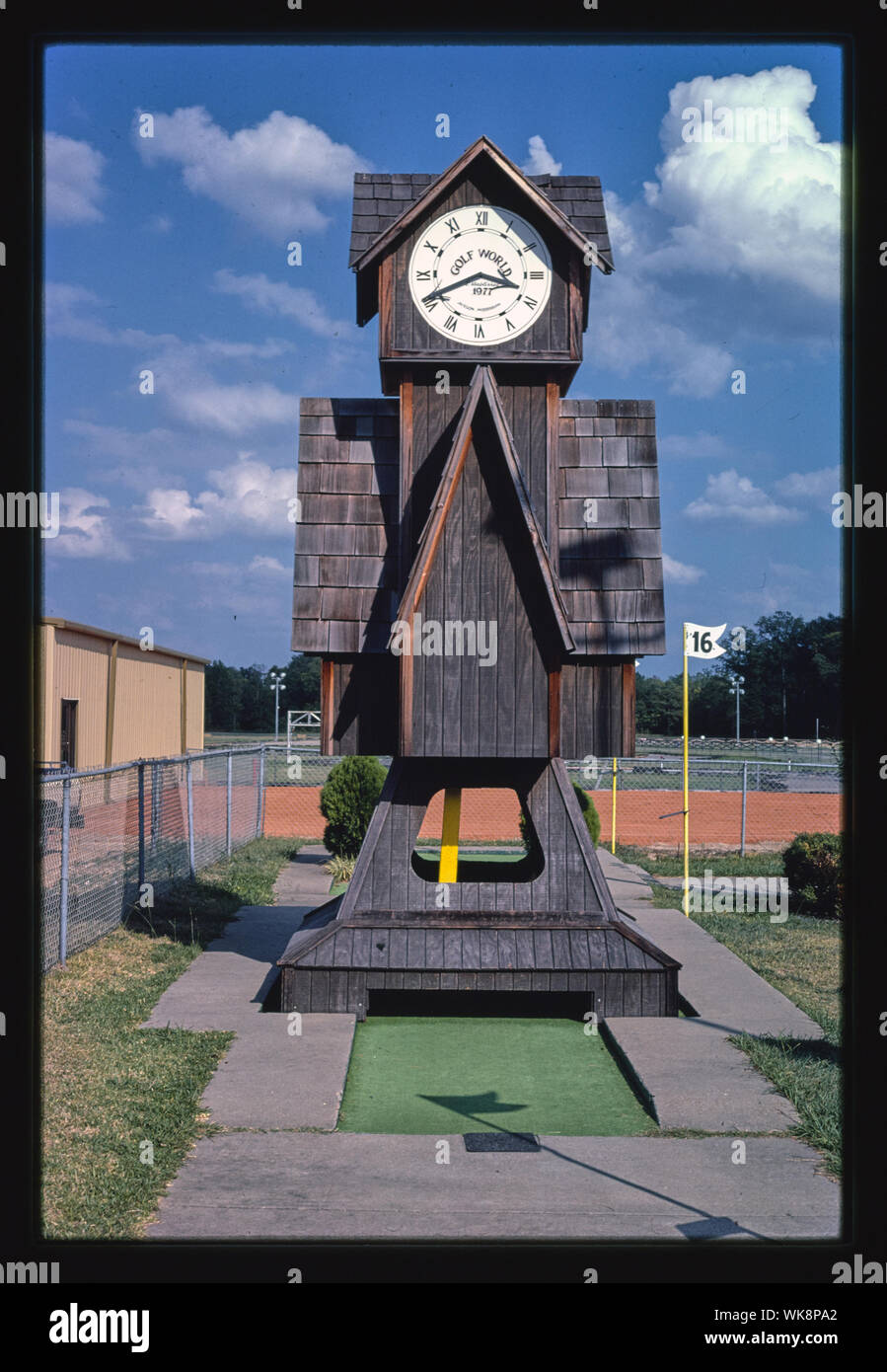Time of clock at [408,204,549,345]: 3:40
